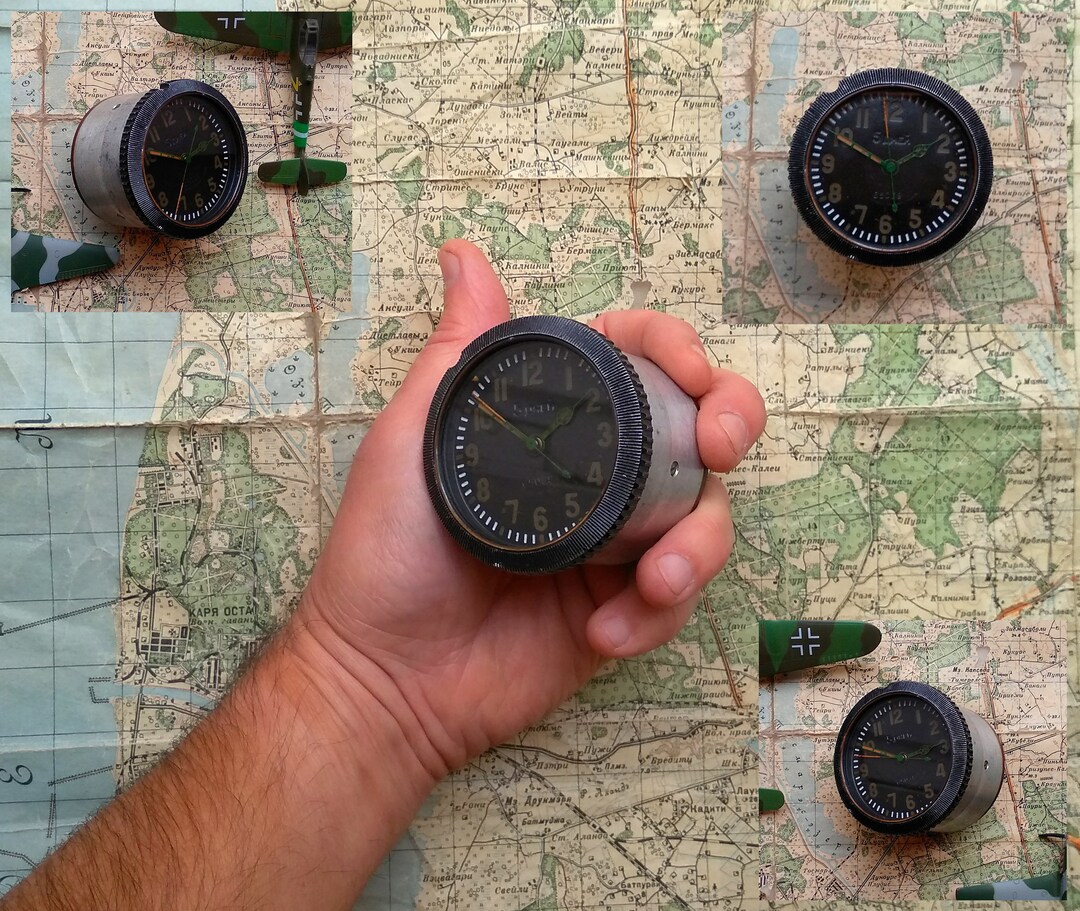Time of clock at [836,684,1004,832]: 2:48
